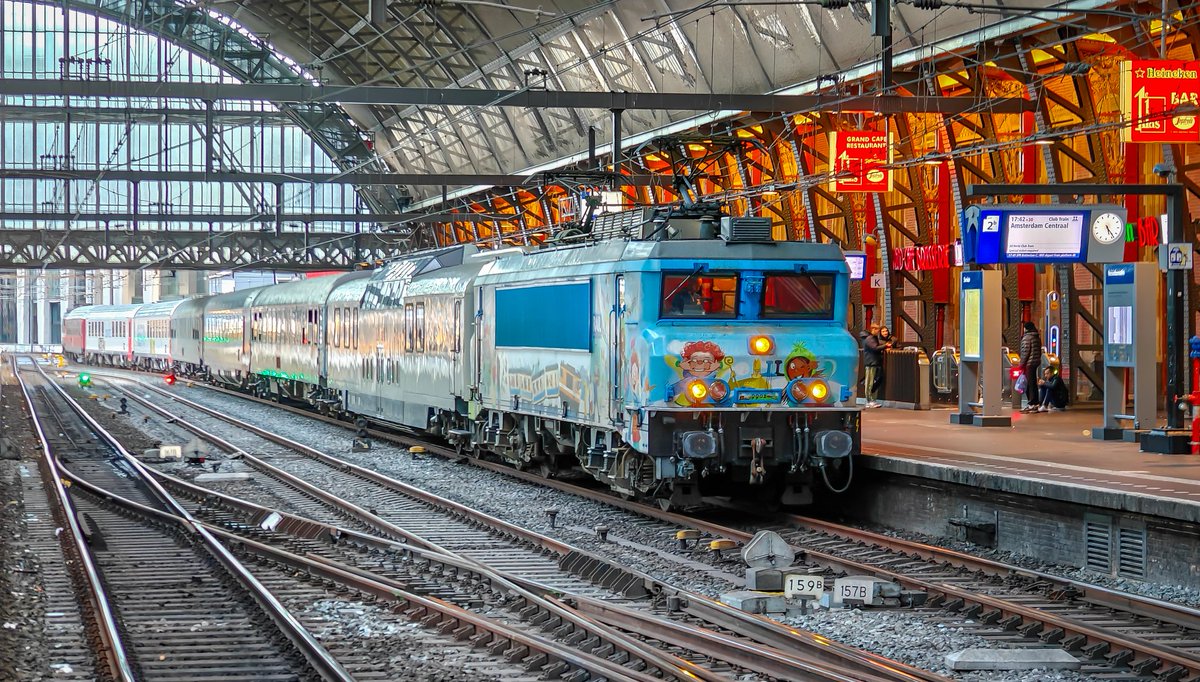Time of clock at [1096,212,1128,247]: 5:23
